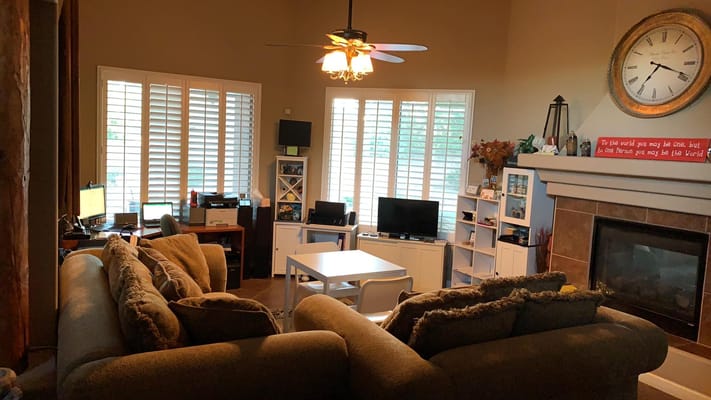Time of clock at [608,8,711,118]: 7:18
